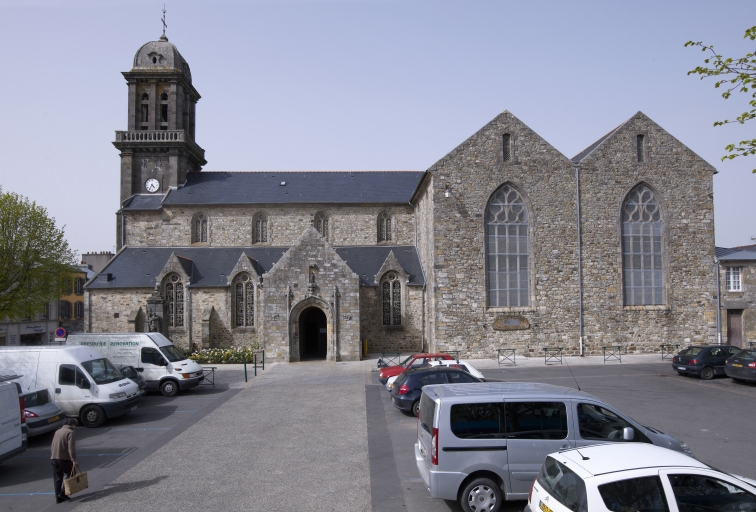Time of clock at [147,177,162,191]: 4:35
